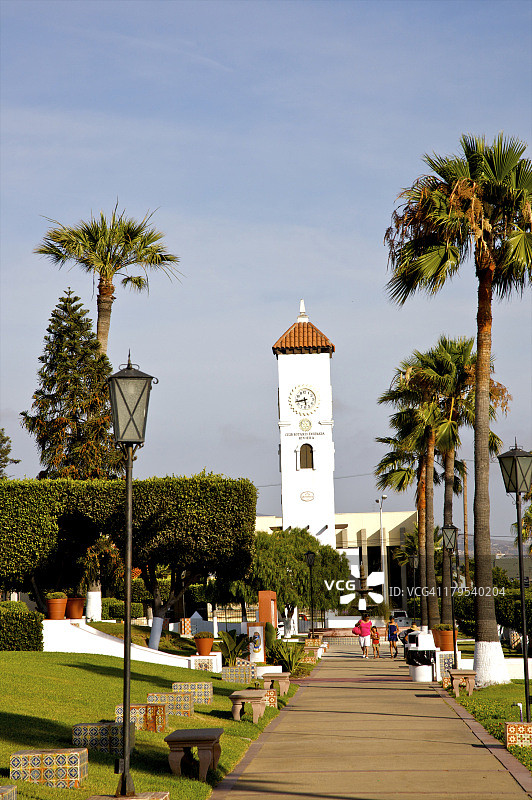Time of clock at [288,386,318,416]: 5:43
